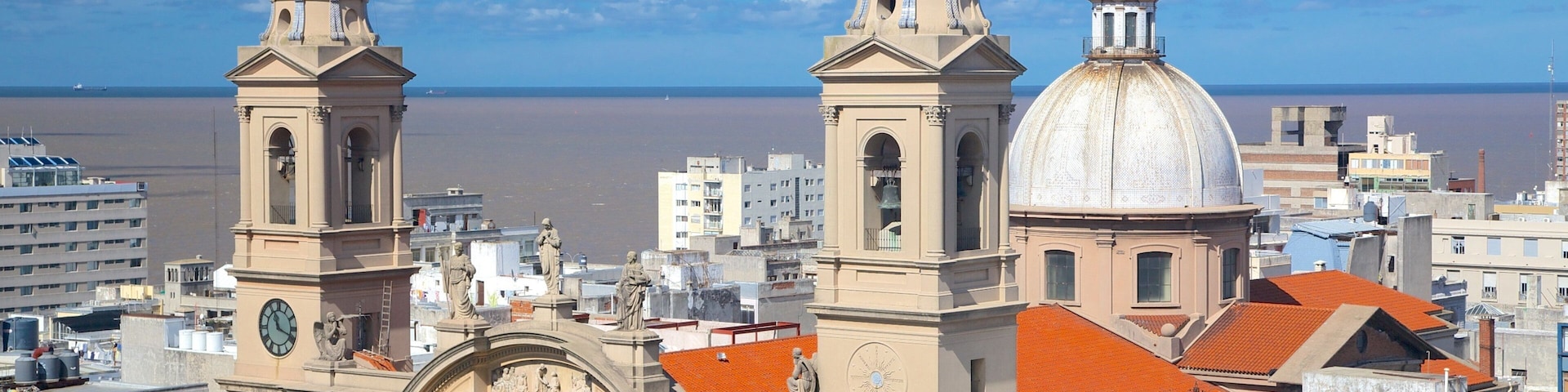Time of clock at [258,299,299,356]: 11:18
